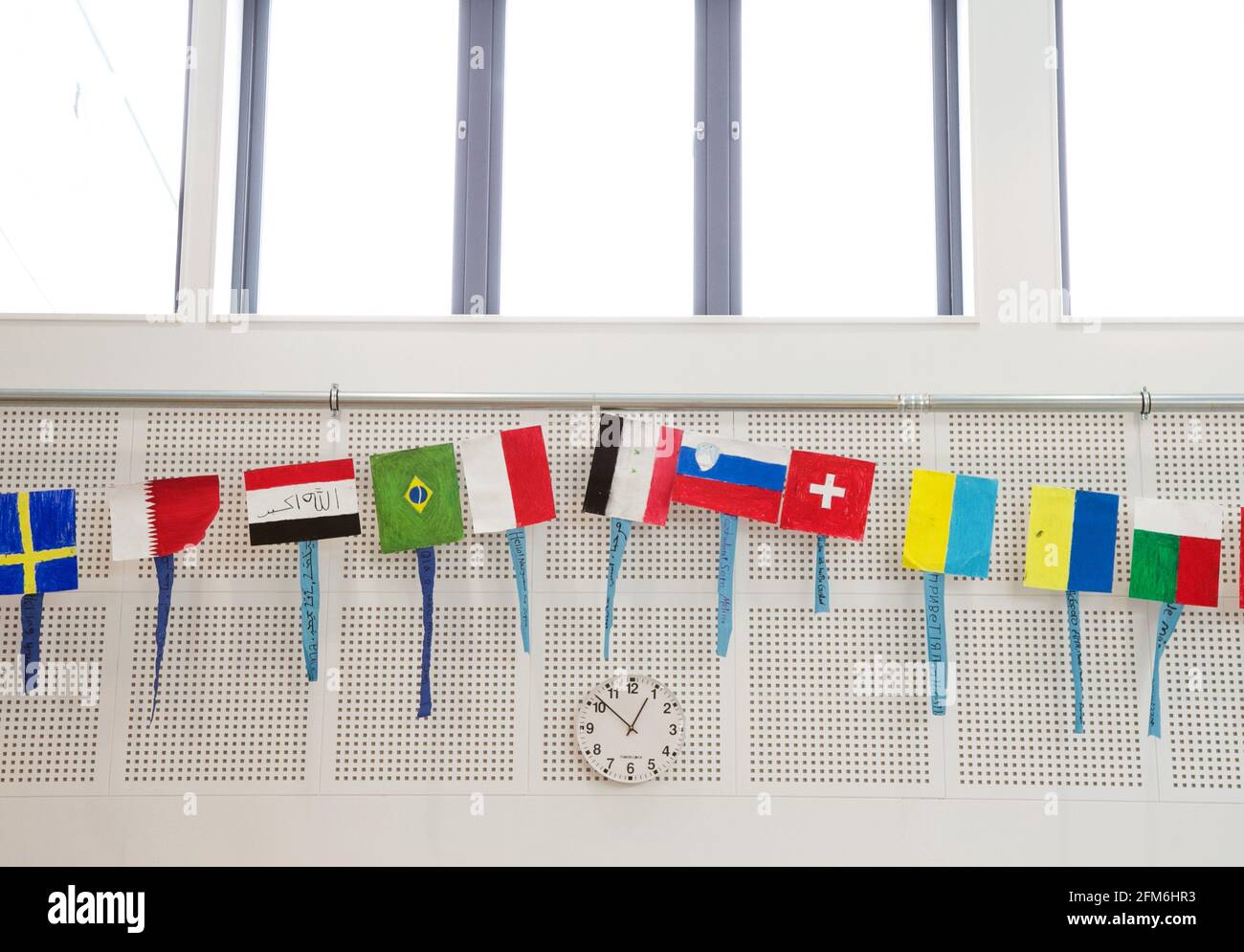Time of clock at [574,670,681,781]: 12:52
